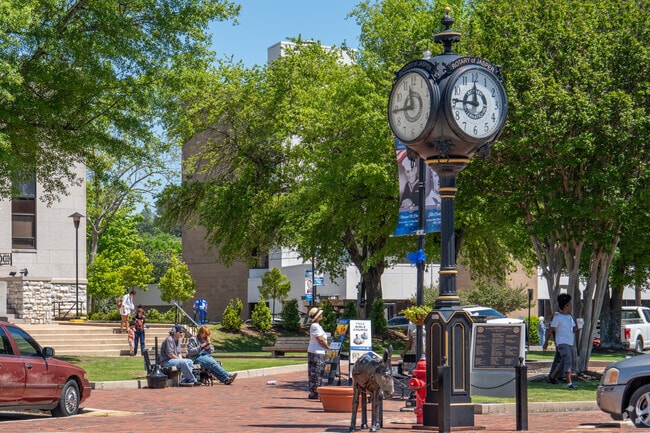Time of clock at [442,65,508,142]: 11:46
